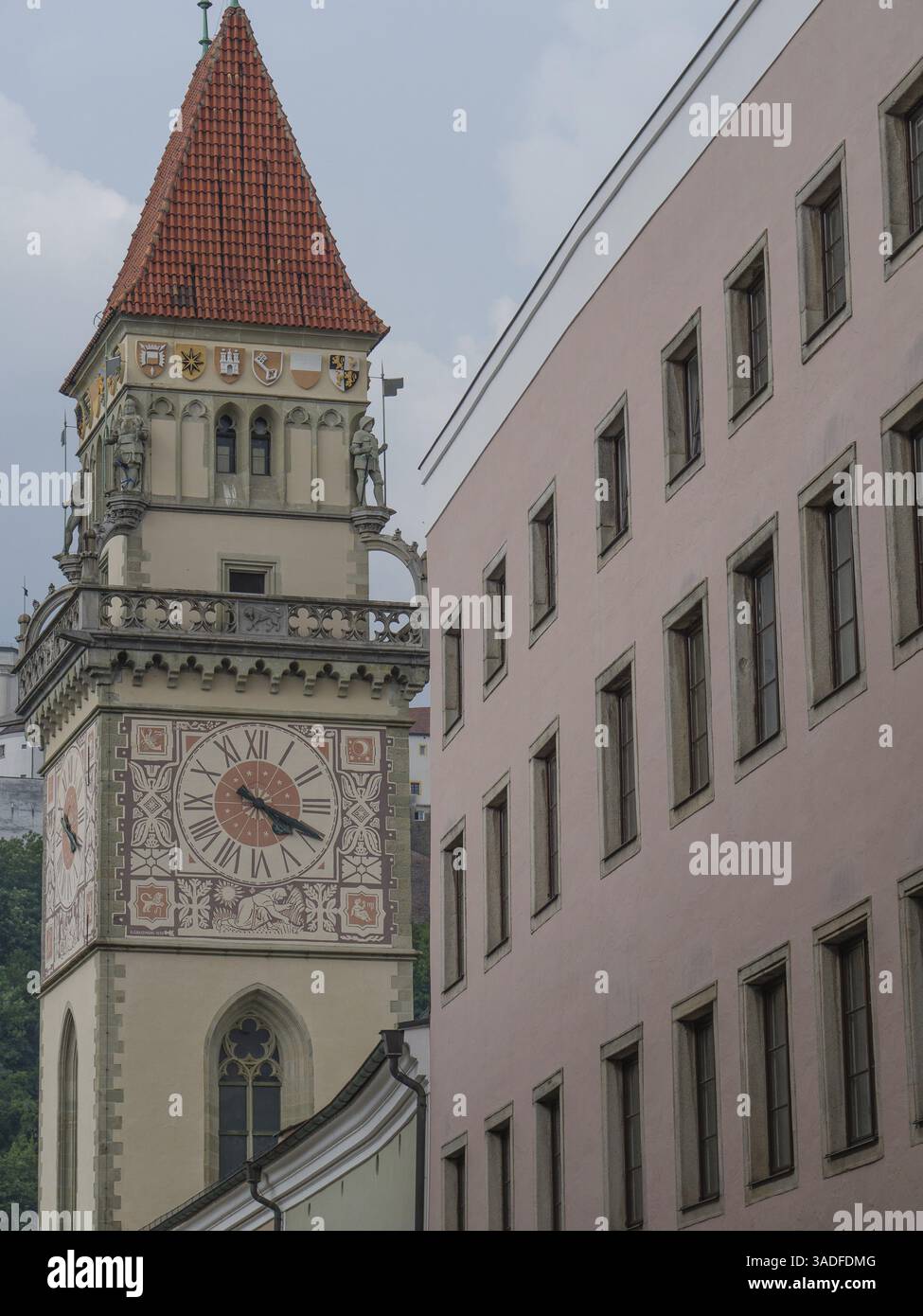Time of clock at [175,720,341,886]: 4:19
